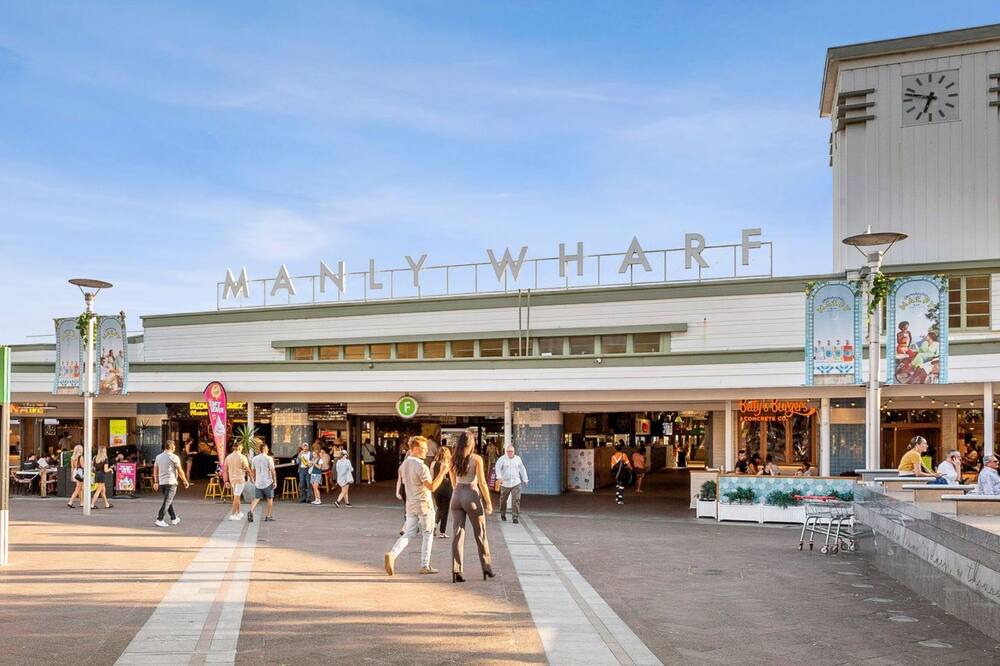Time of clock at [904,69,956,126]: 6:47
